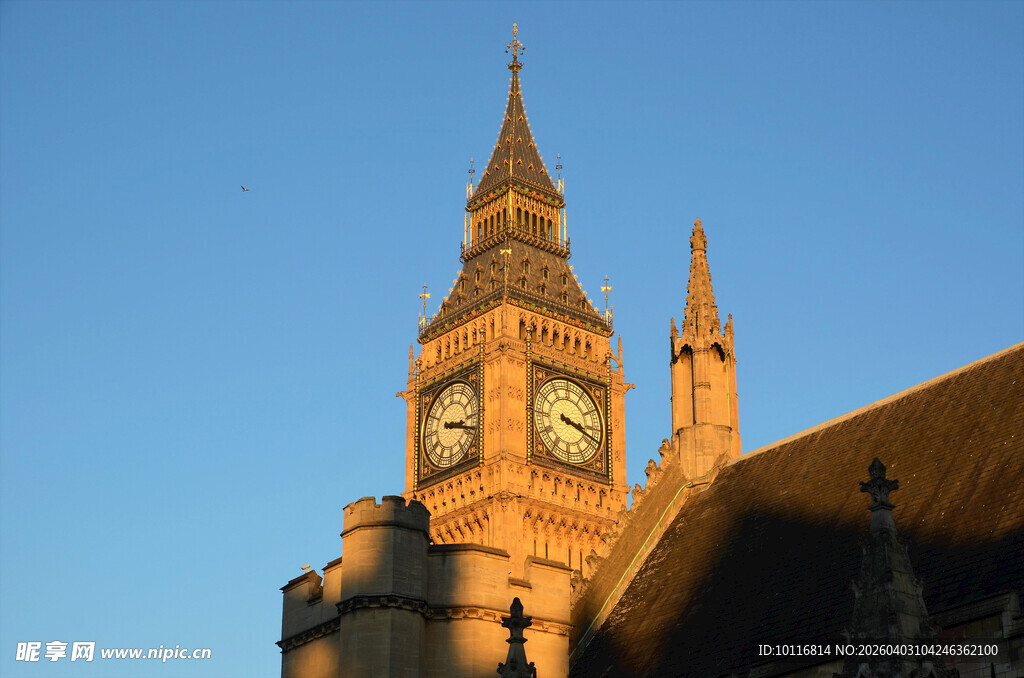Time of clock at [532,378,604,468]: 3:18
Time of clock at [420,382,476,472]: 3:18
